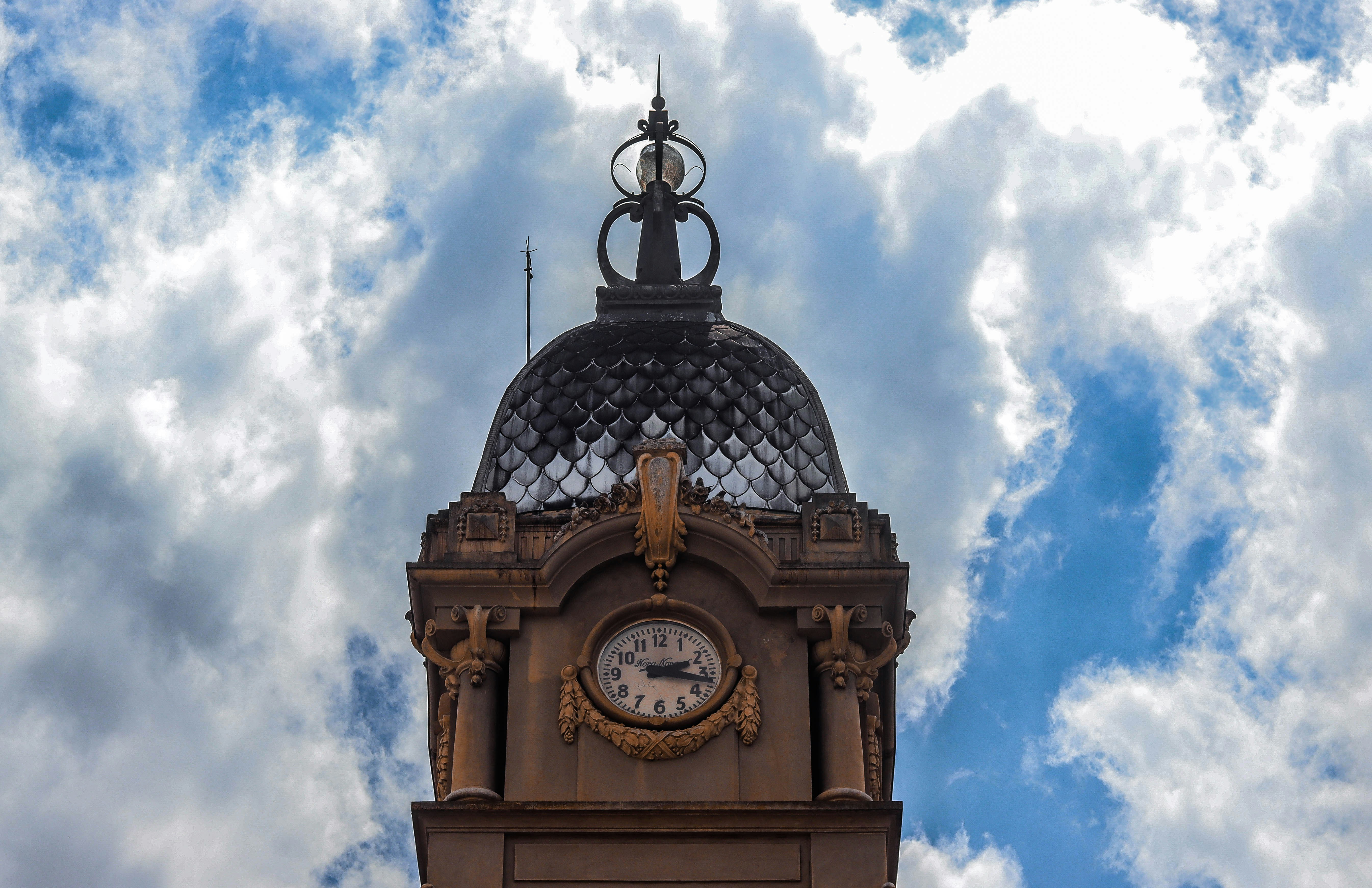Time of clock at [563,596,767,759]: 2:16
